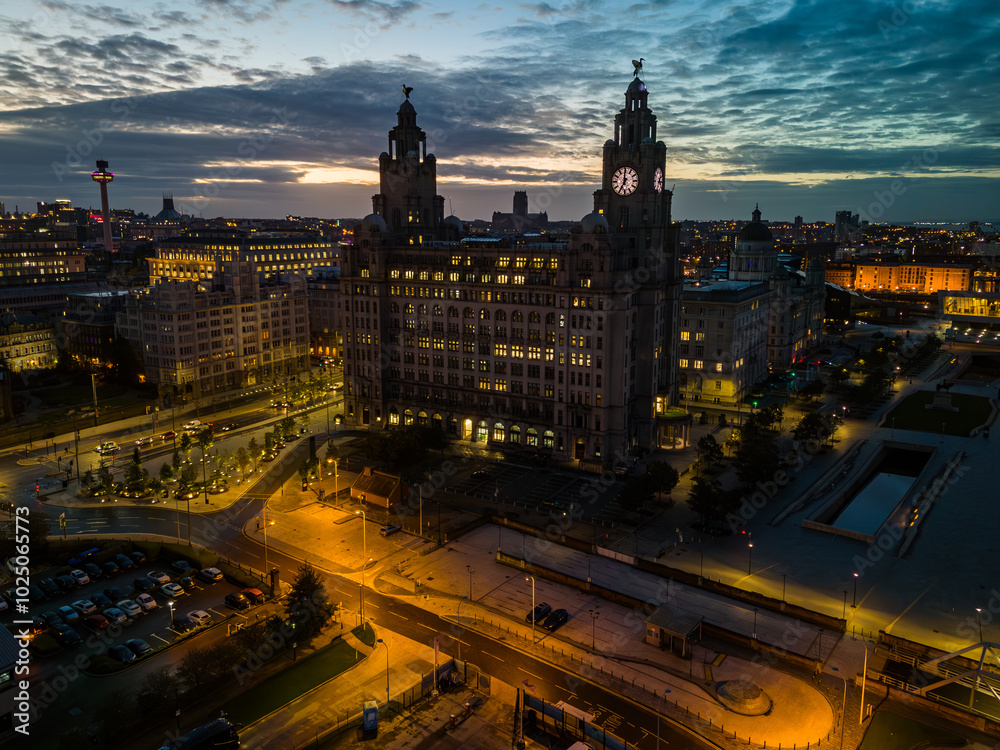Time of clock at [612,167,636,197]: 6:59
